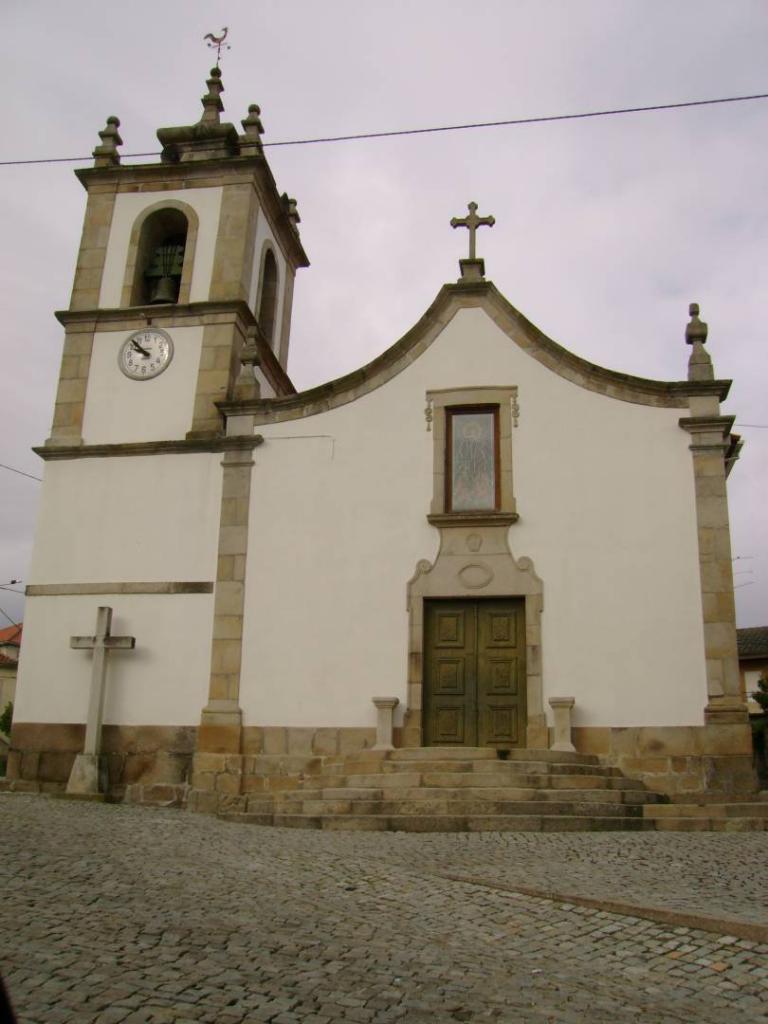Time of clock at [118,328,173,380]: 9:53
